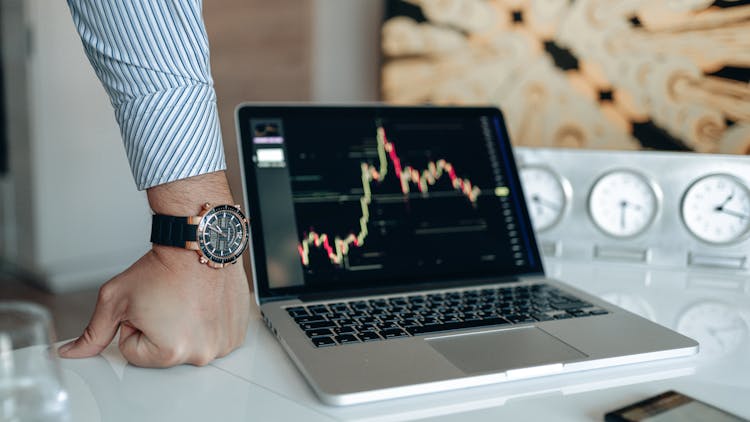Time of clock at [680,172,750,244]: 1:18
